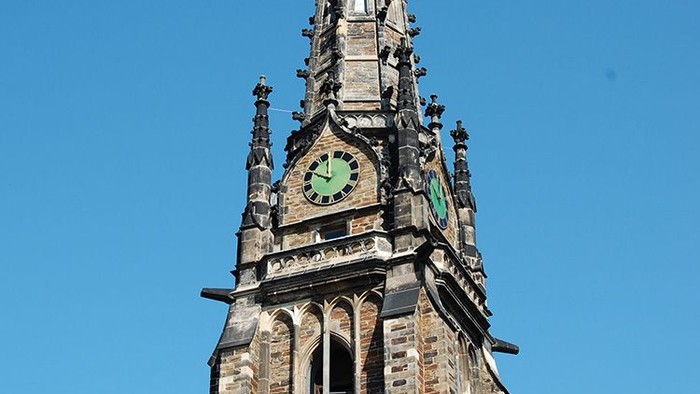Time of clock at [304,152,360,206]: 11:48
